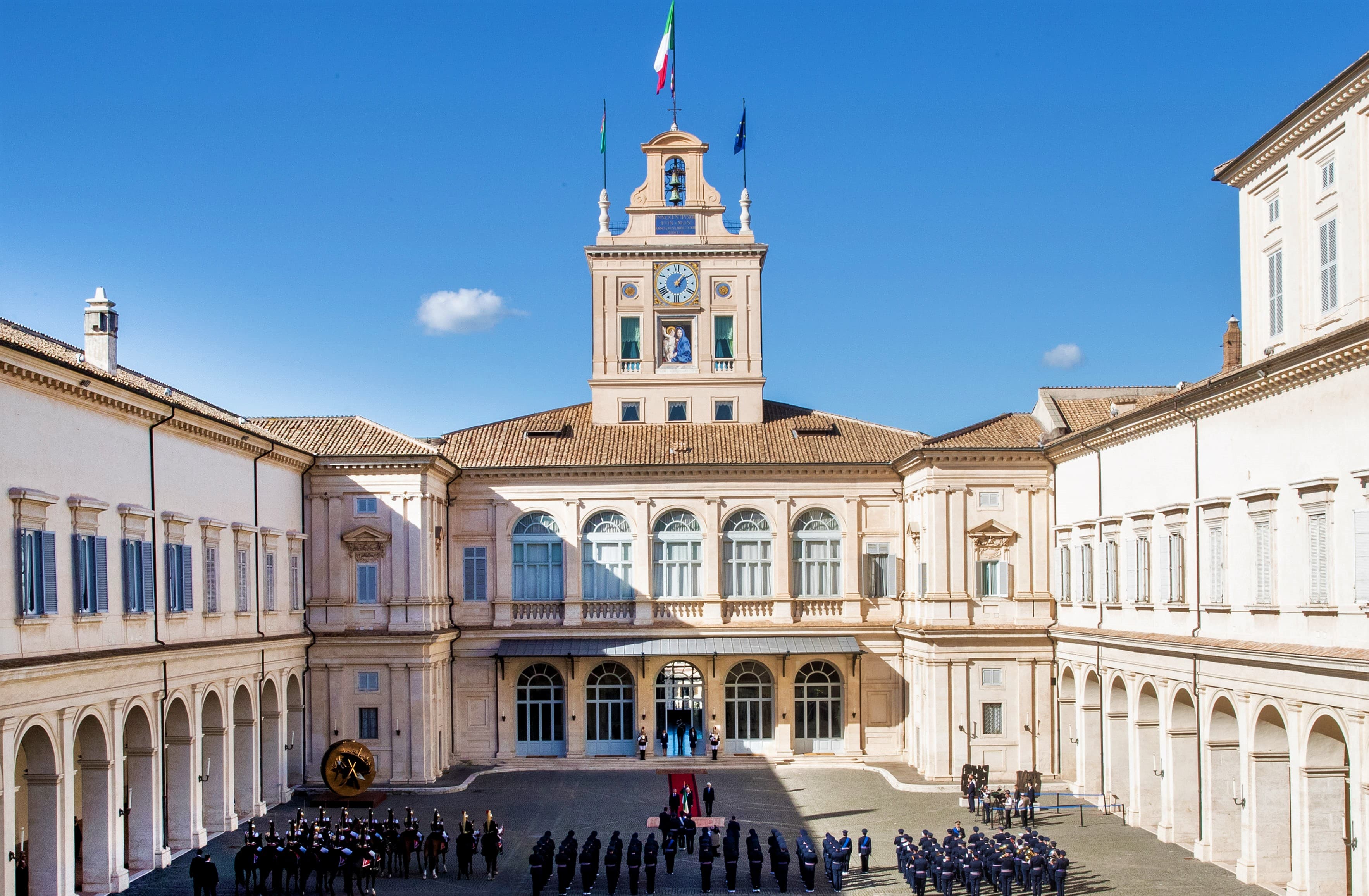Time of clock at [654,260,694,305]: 1:09
